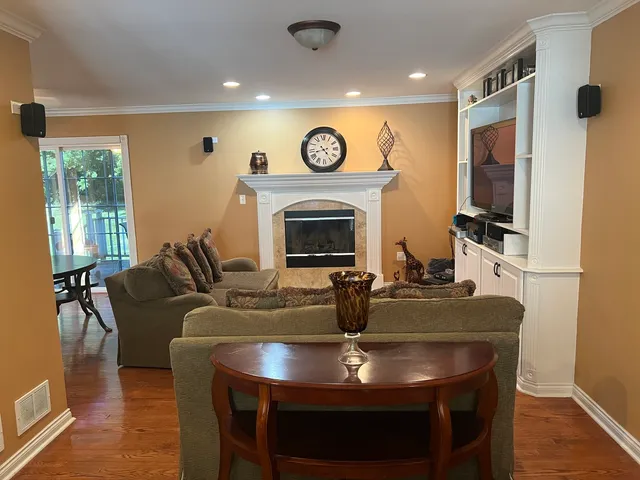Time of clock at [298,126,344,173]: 4:42
